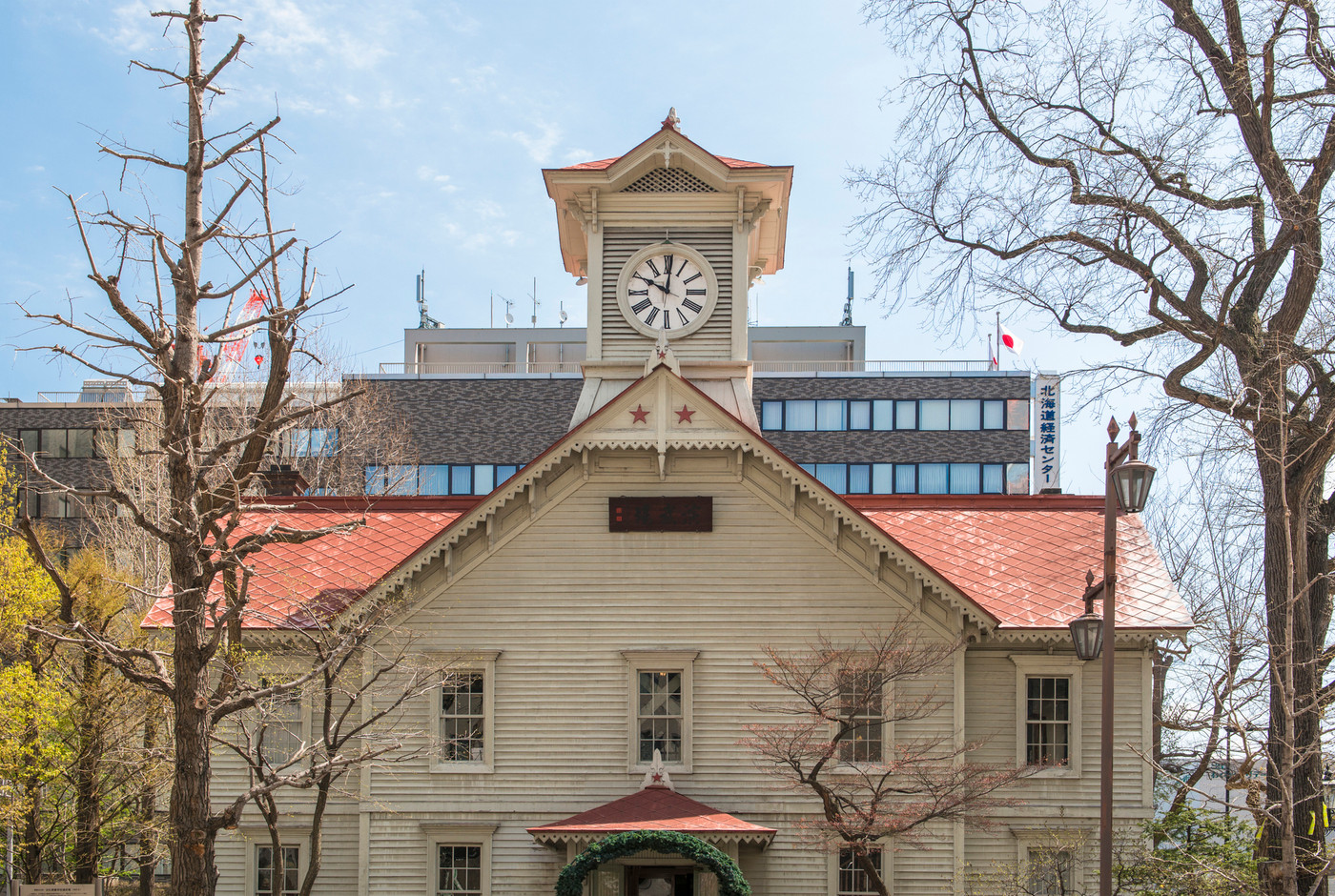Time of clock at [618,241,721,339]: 10:00
